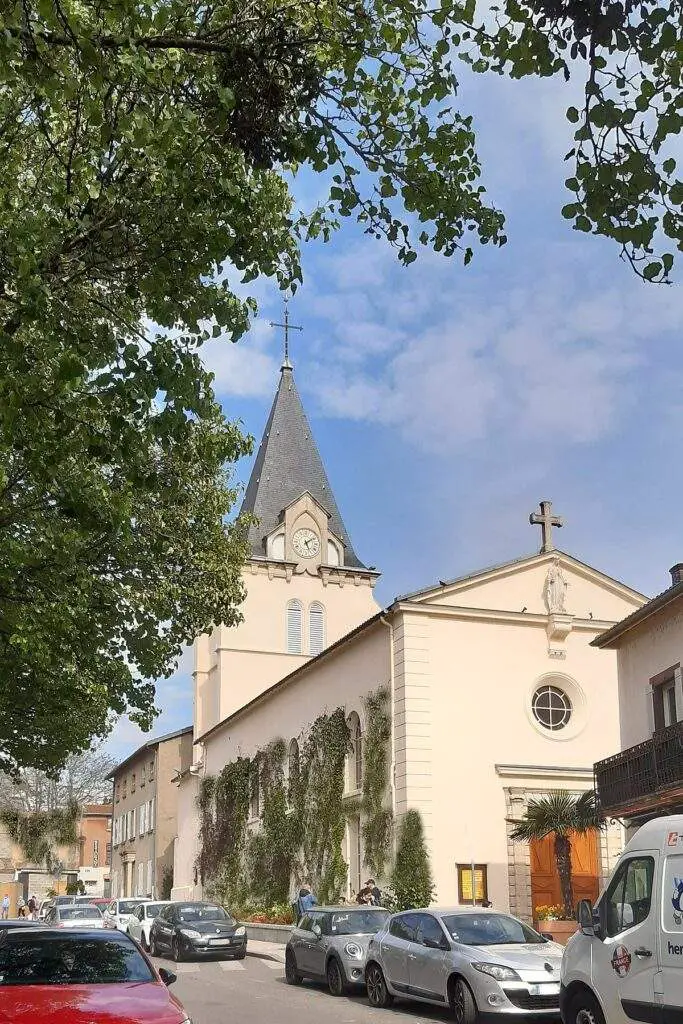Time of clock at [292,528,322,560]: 5:09
